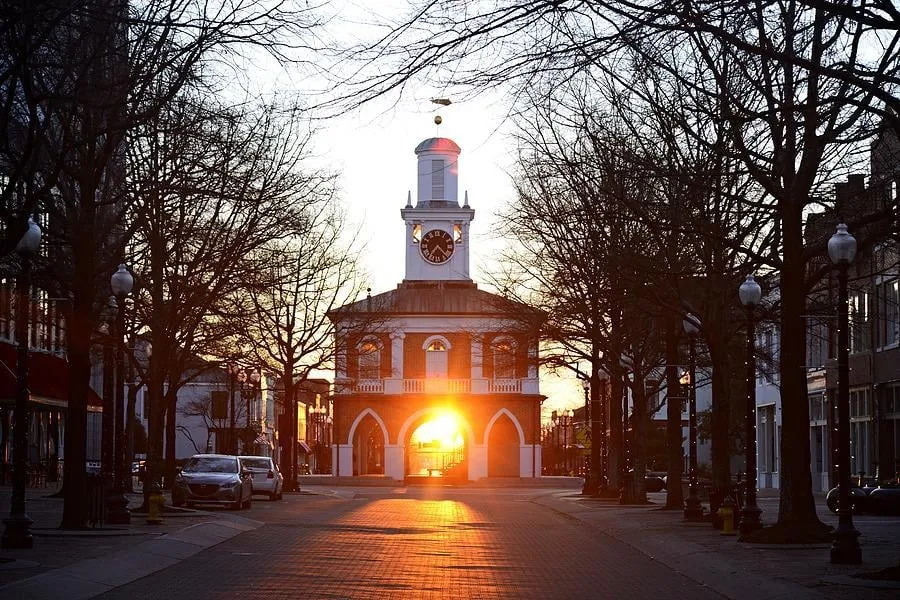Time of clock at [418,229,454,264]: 7:23
